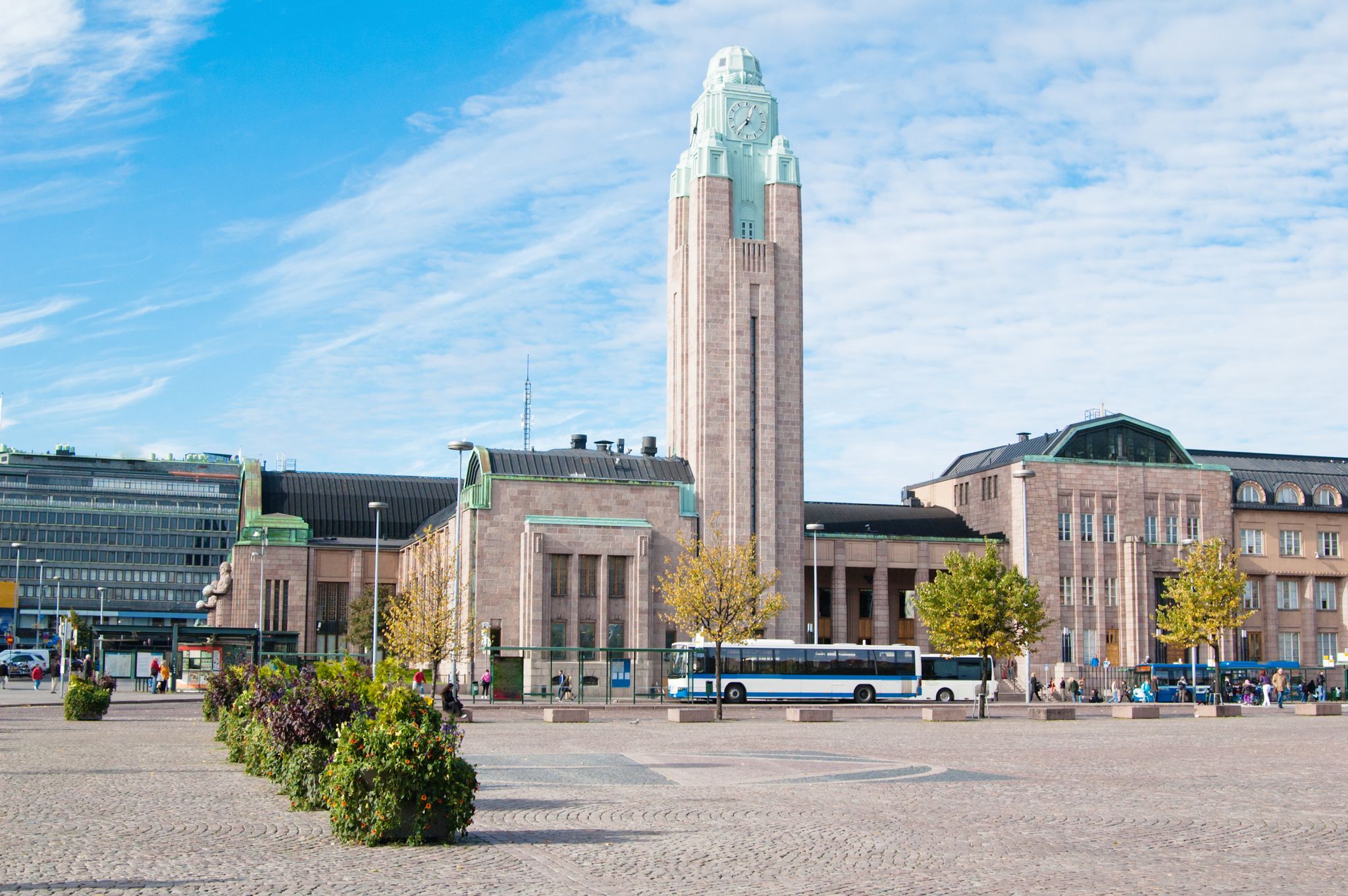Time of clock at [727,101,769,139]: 12:36
